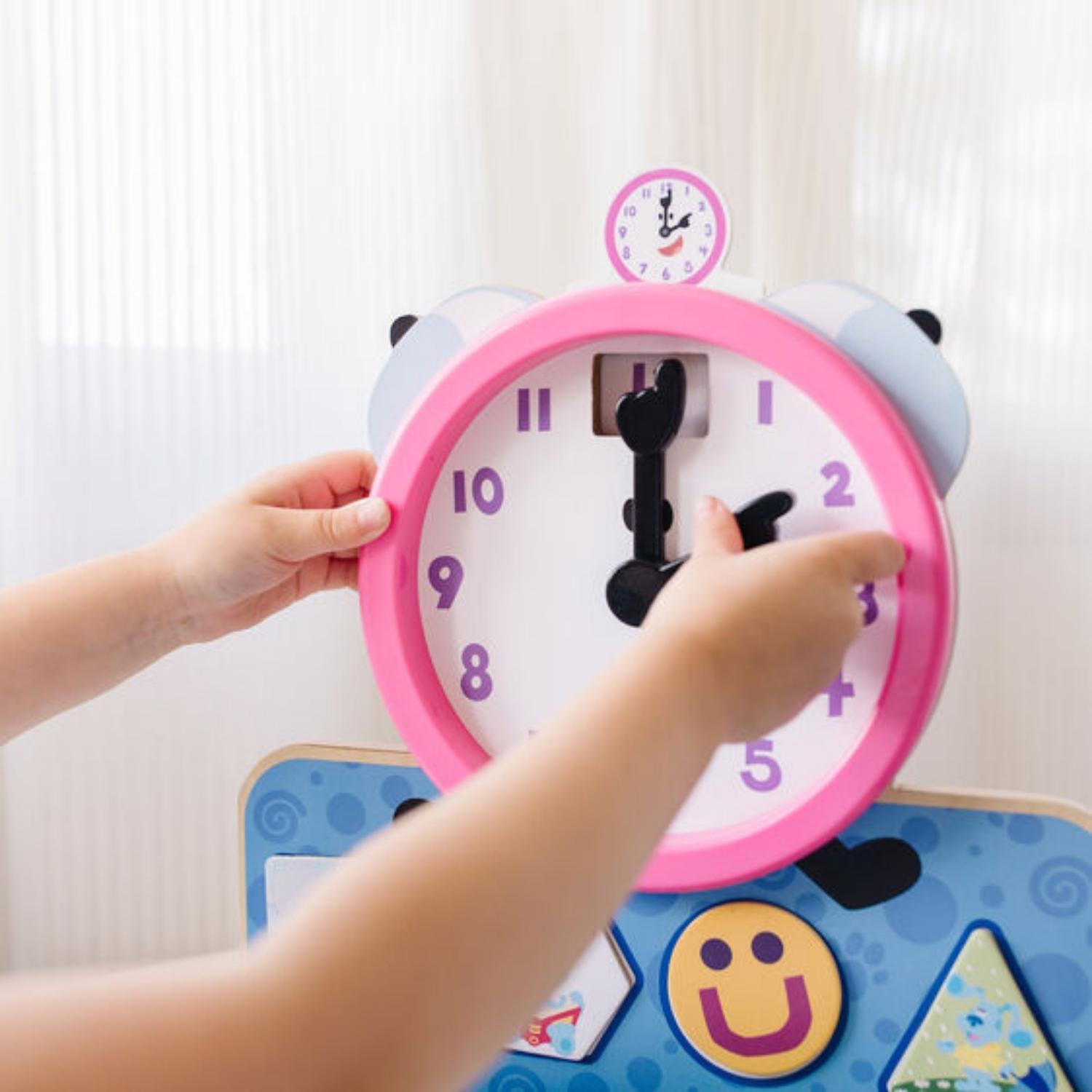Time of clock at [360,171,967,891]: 12:00
